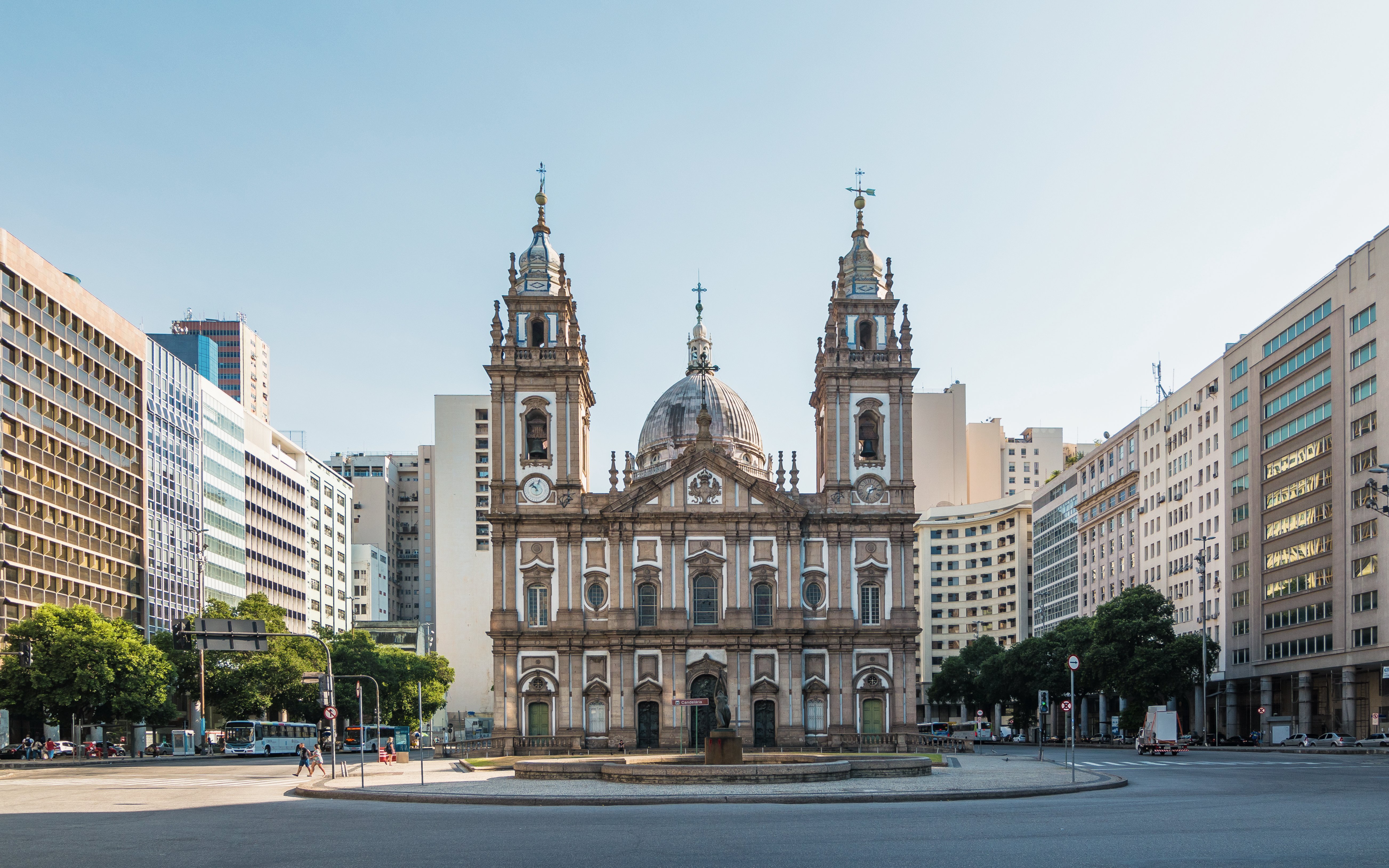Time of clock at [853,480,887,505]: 2:33
